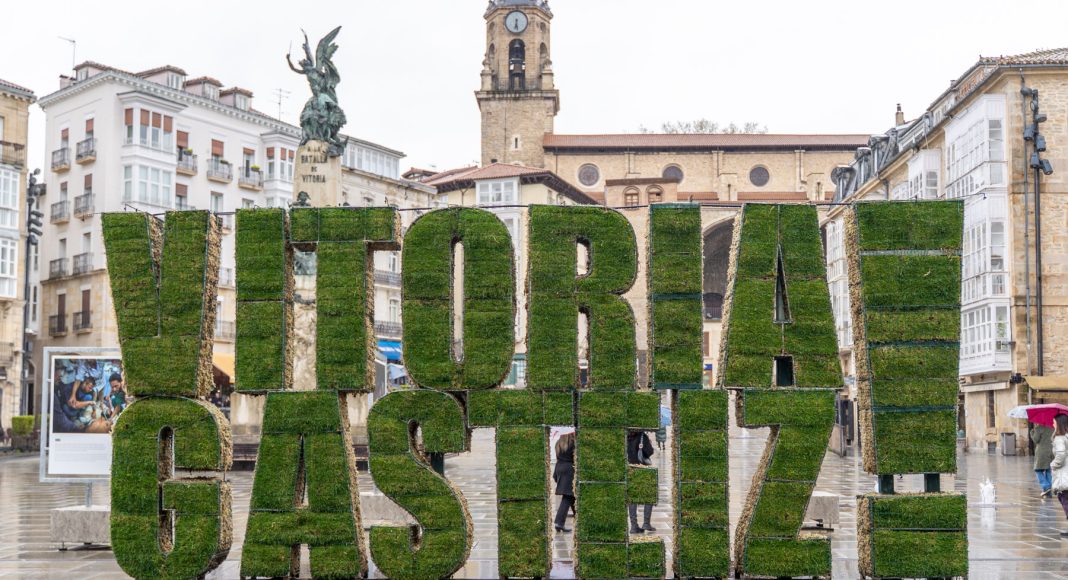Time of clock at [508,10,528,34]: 6:28
